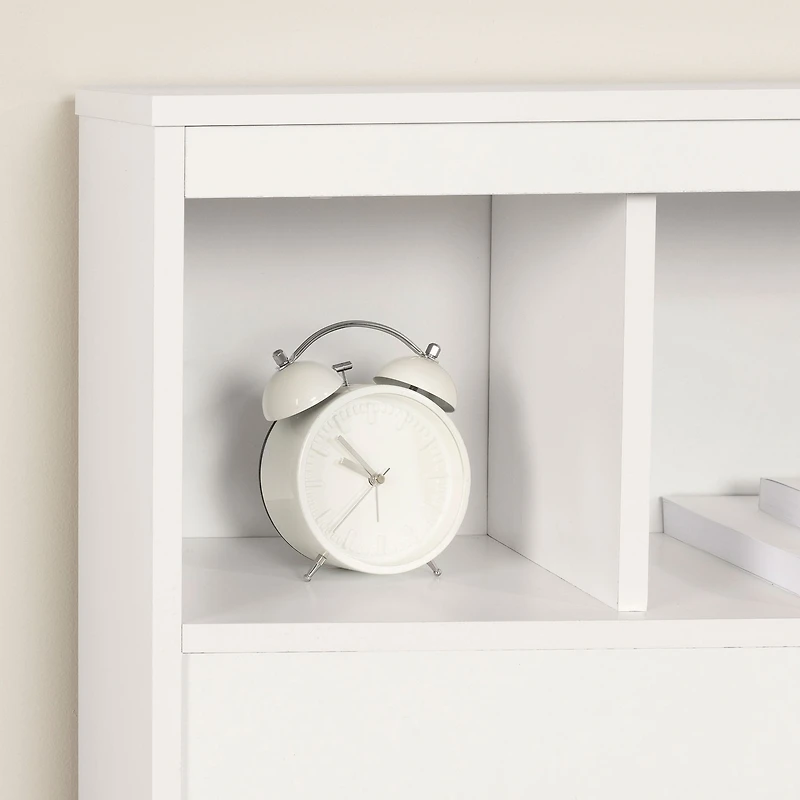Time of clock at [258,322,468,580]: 9:53
